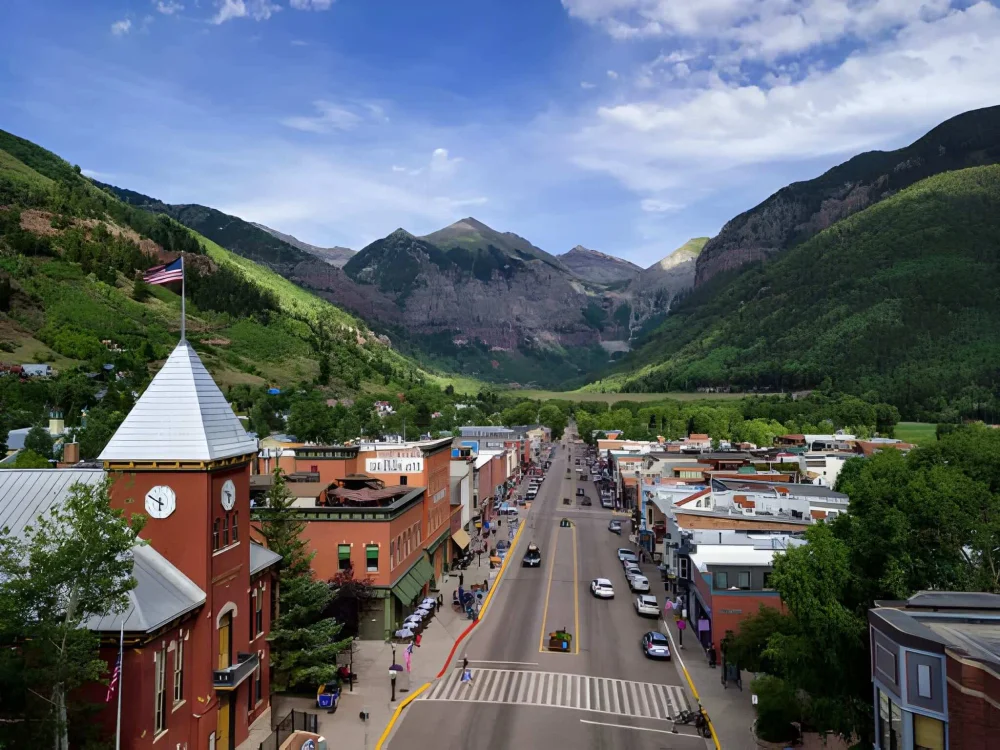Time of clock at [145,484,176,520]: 5:49
